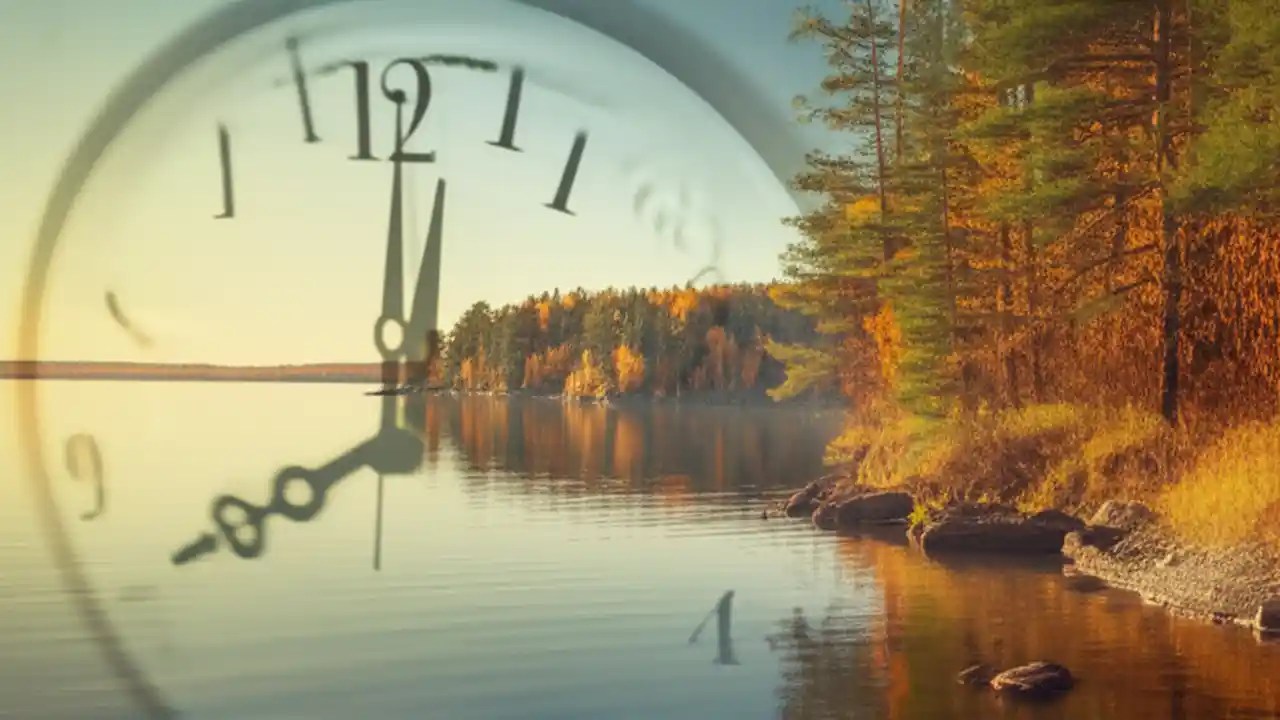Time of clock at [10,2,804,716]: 8:01
